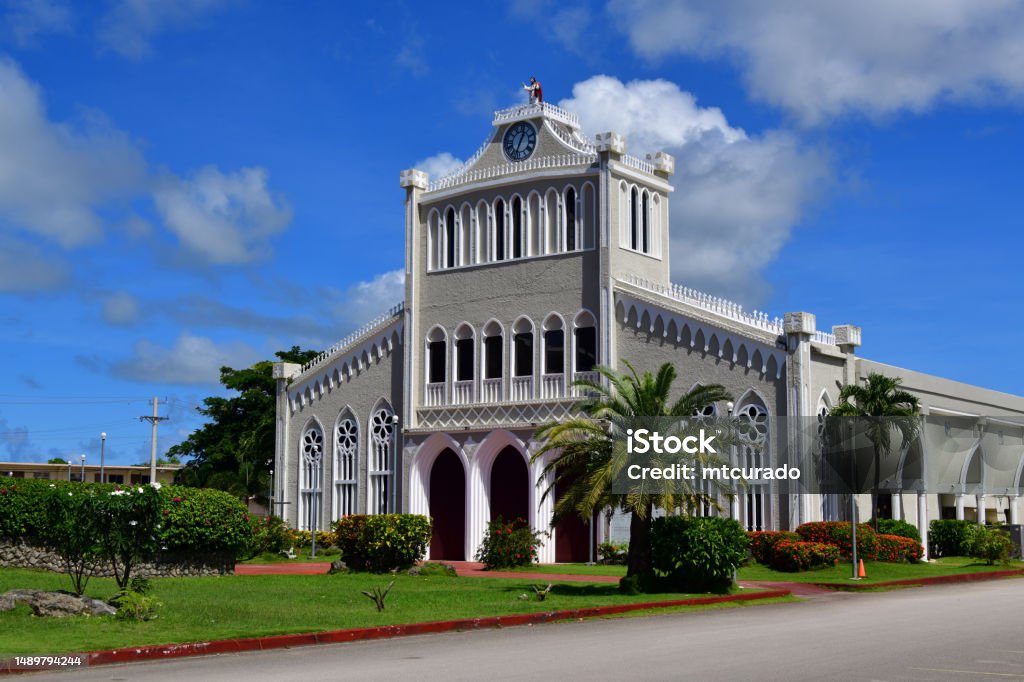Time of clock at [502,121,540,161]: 12:32
